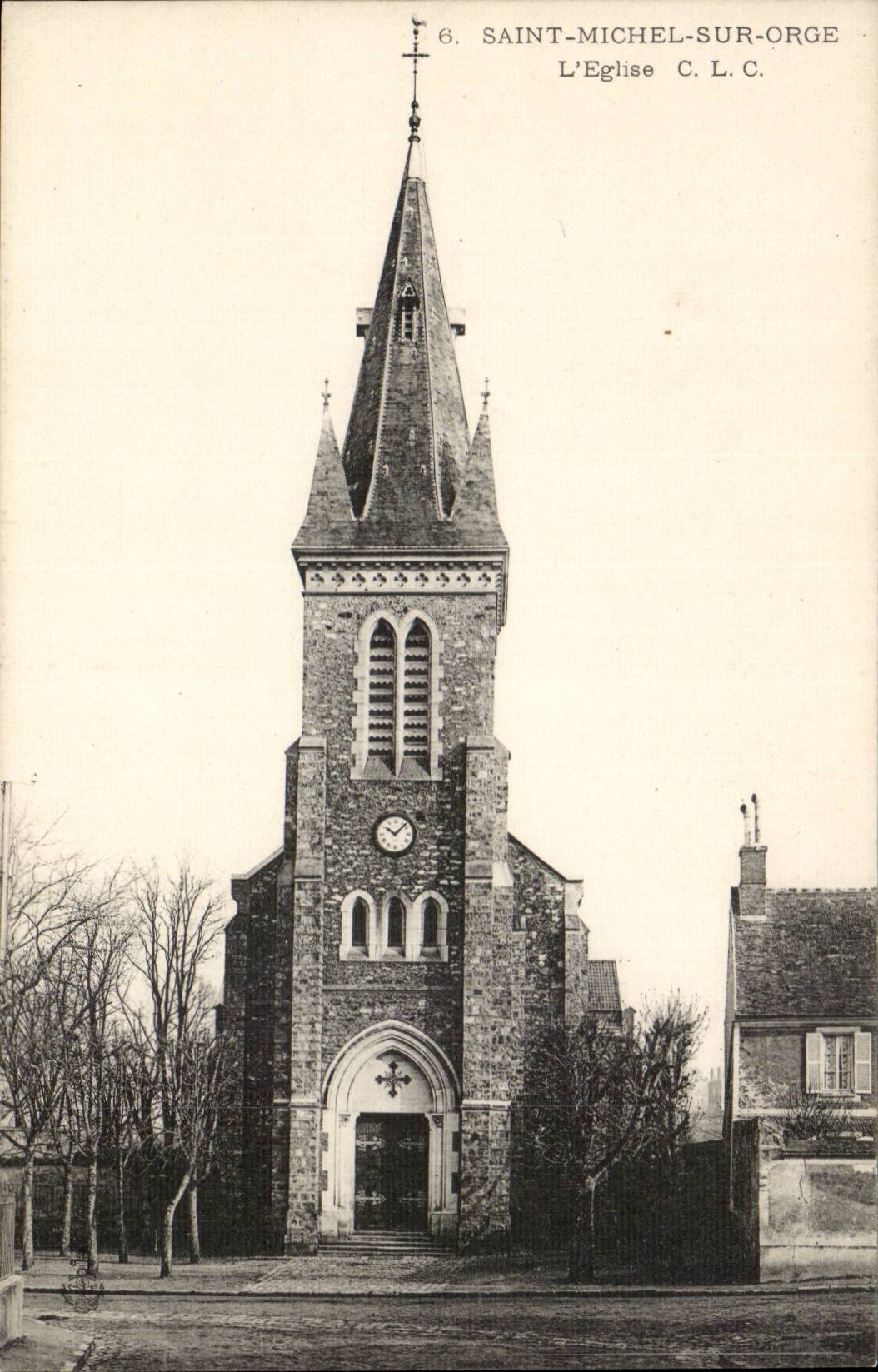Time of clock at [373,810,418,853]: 10:07
